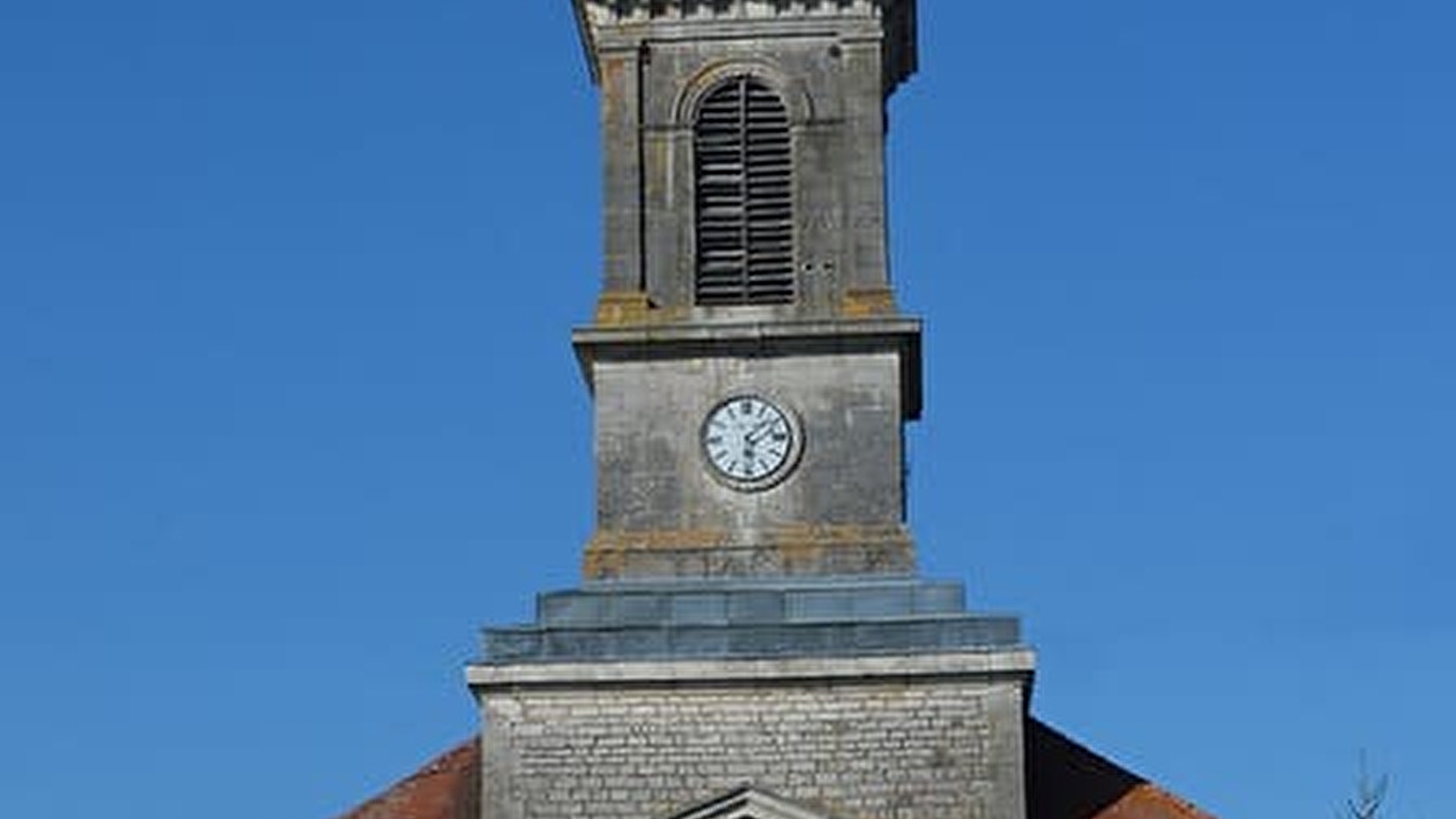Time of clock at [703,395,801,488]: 6:08
